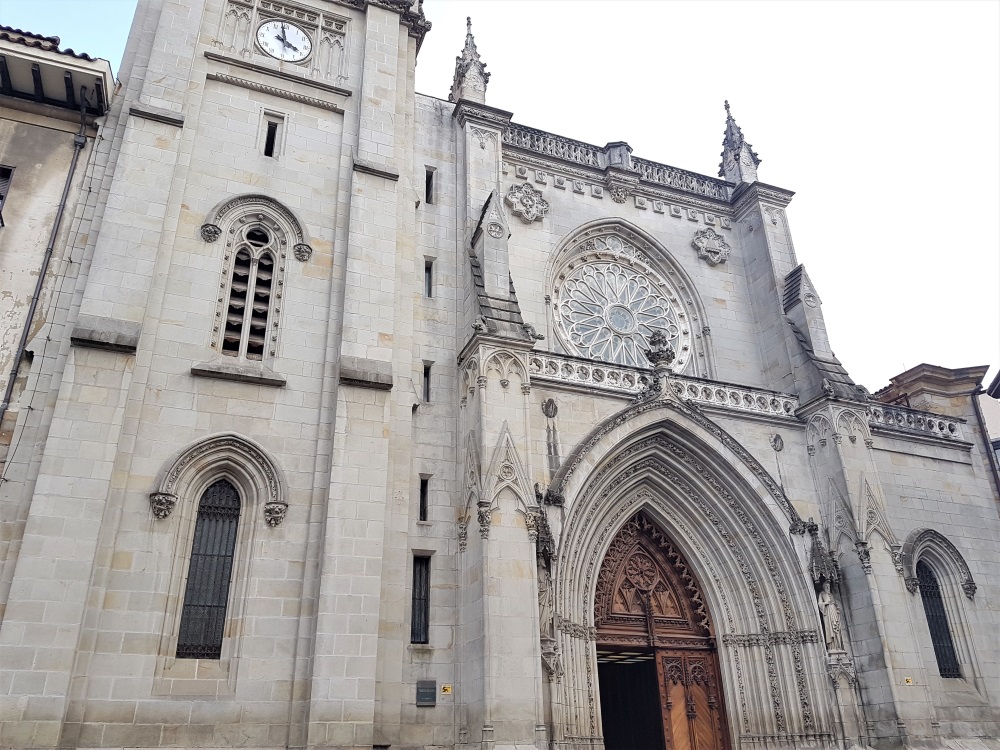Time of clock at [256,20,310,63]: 3:58
